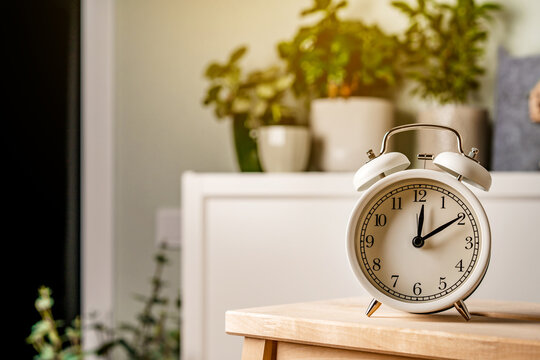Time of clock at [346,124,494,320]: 12:09
